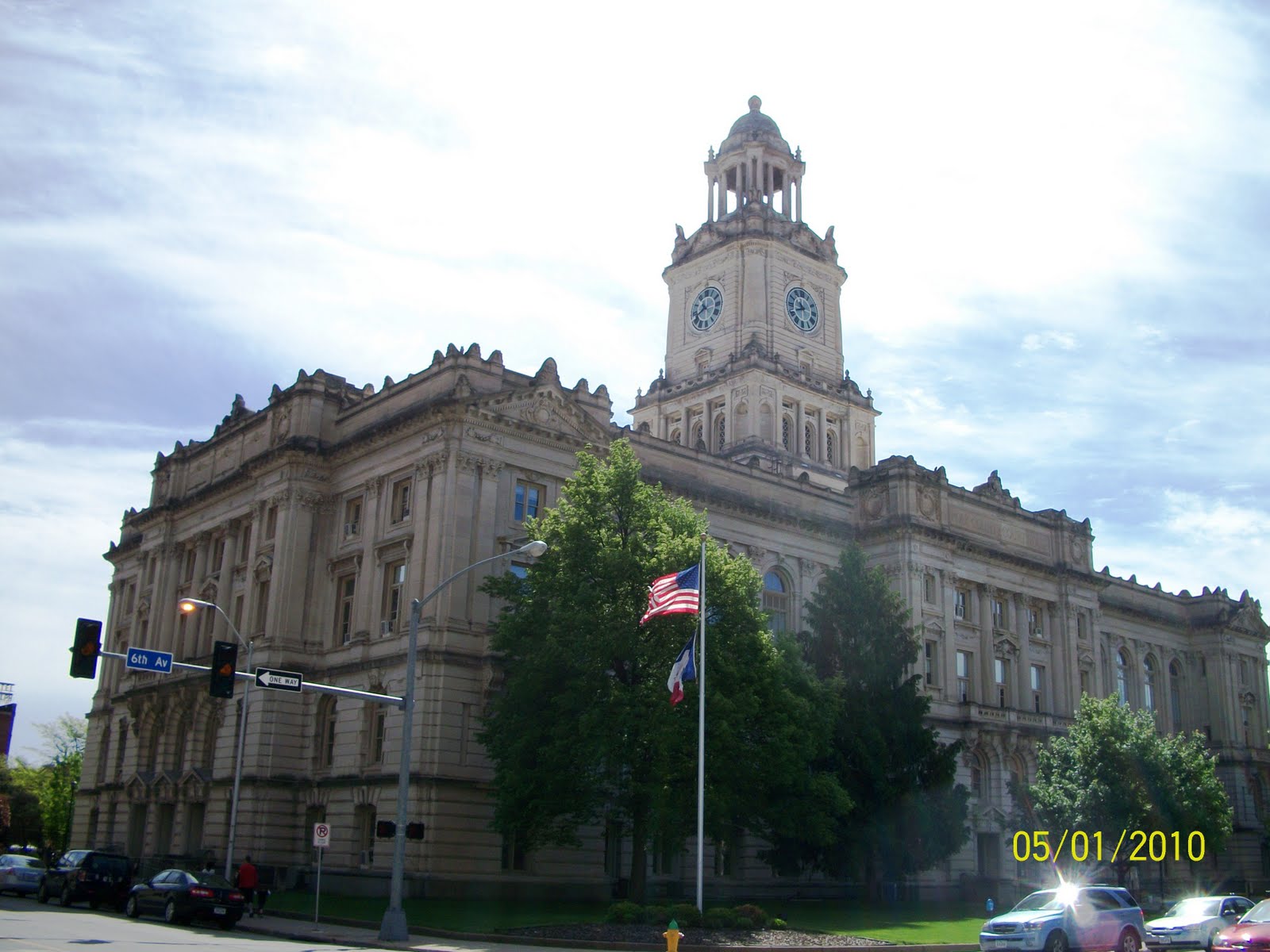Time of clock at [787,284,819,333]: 10:41
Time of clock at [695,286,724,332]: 10:41
